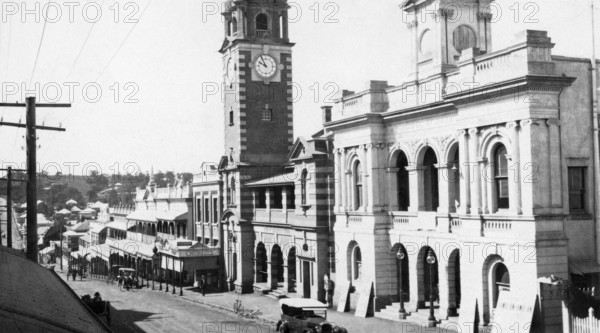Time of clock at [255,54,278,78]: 9:55
